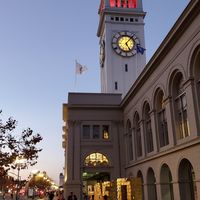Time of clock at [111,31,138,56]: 5:06
